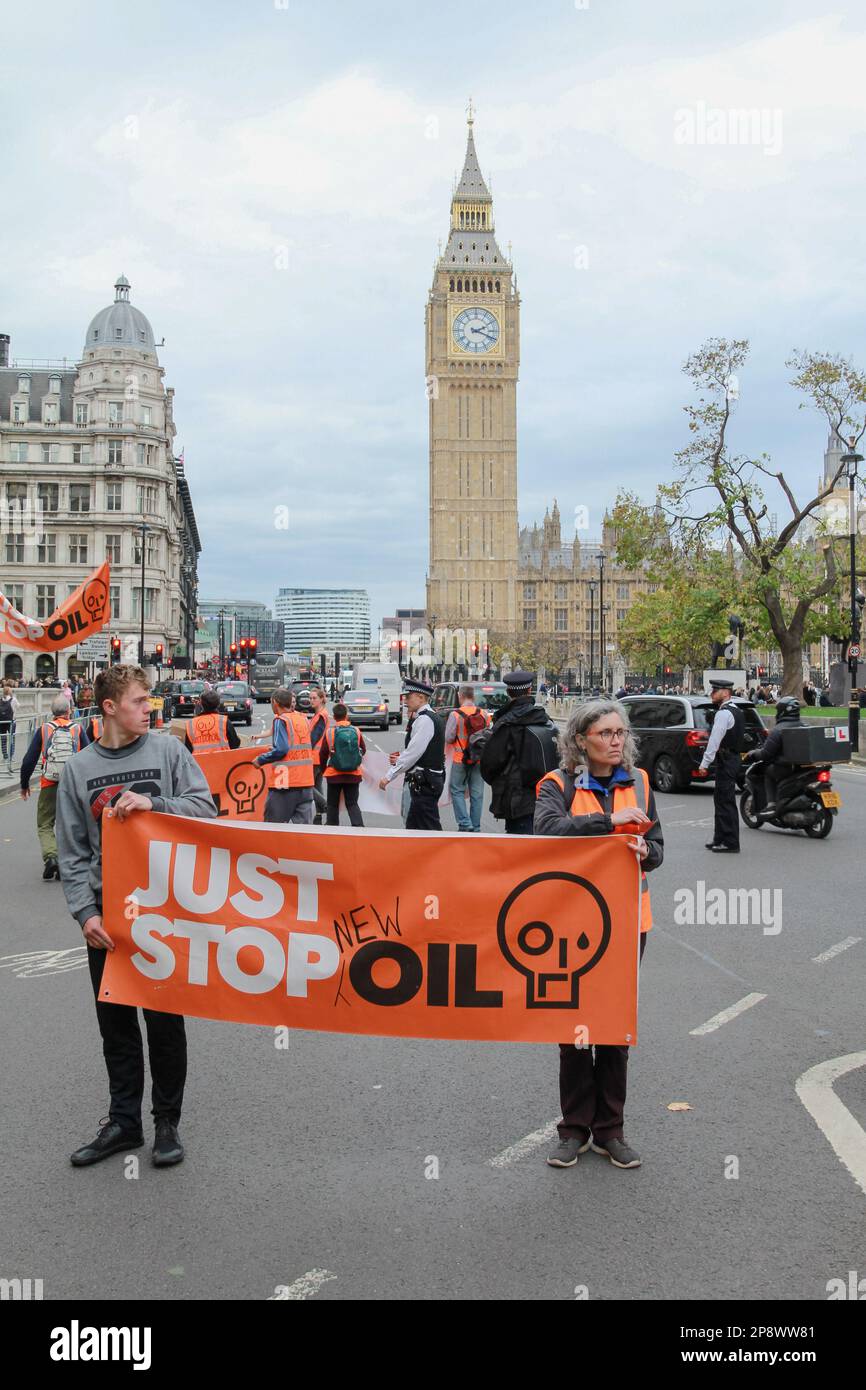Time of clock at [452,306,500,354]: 2:18
